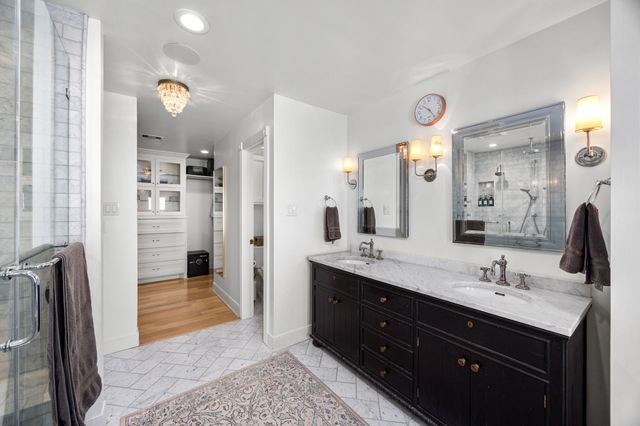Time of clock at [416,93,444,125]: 10:24
